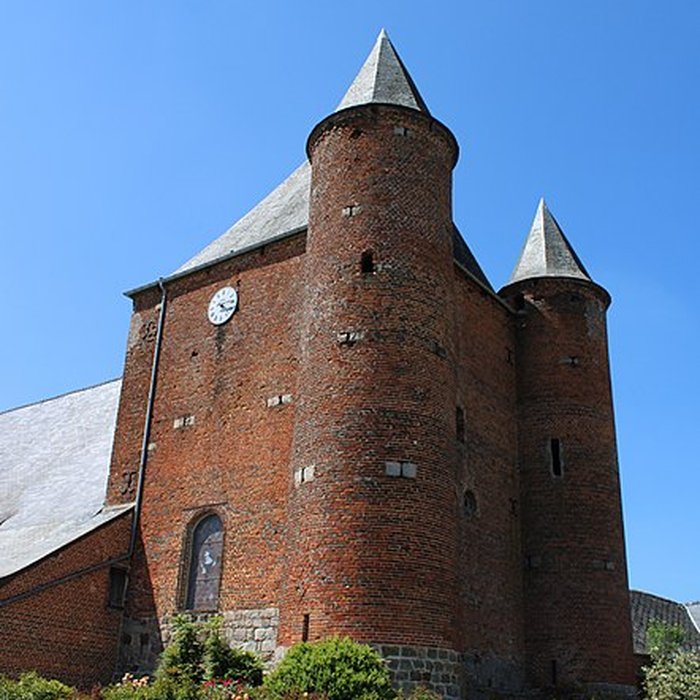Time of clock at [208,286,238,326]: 4:14
